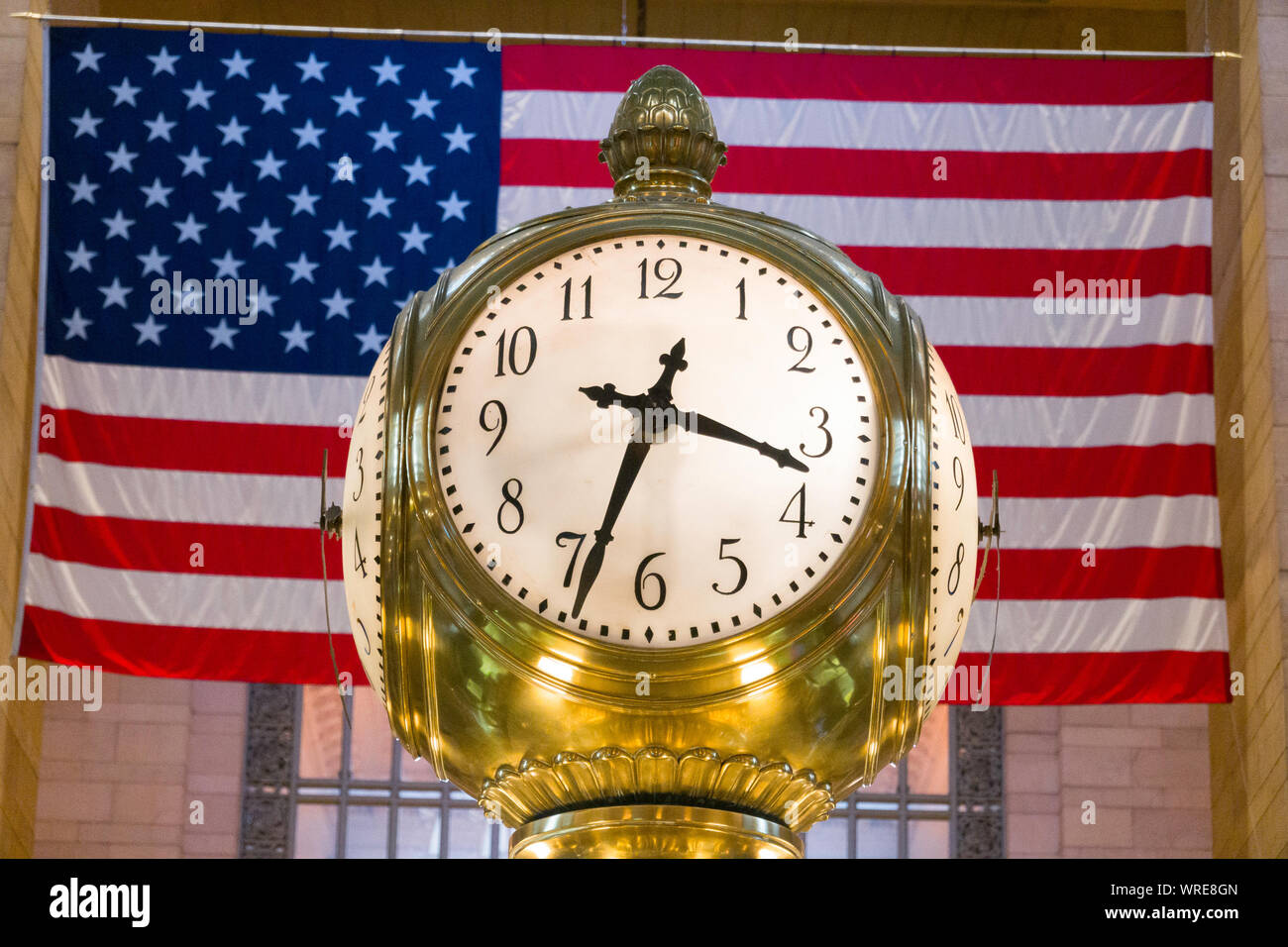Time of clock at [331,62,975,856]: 3:33
